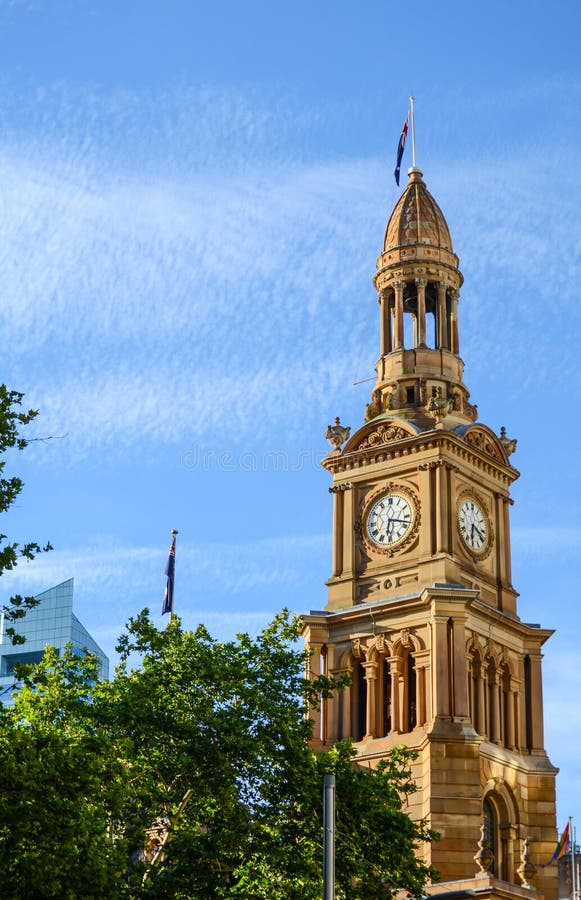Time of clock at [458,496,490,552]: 6:18
